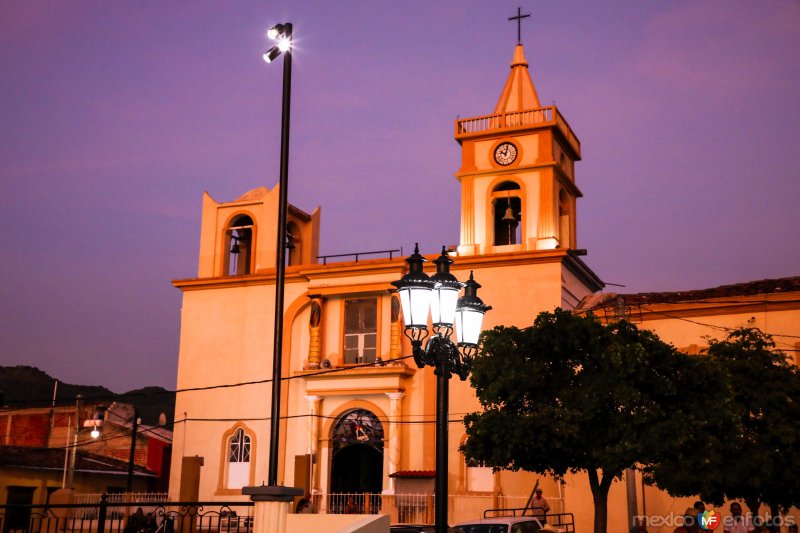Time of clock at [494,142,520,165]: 10:00
